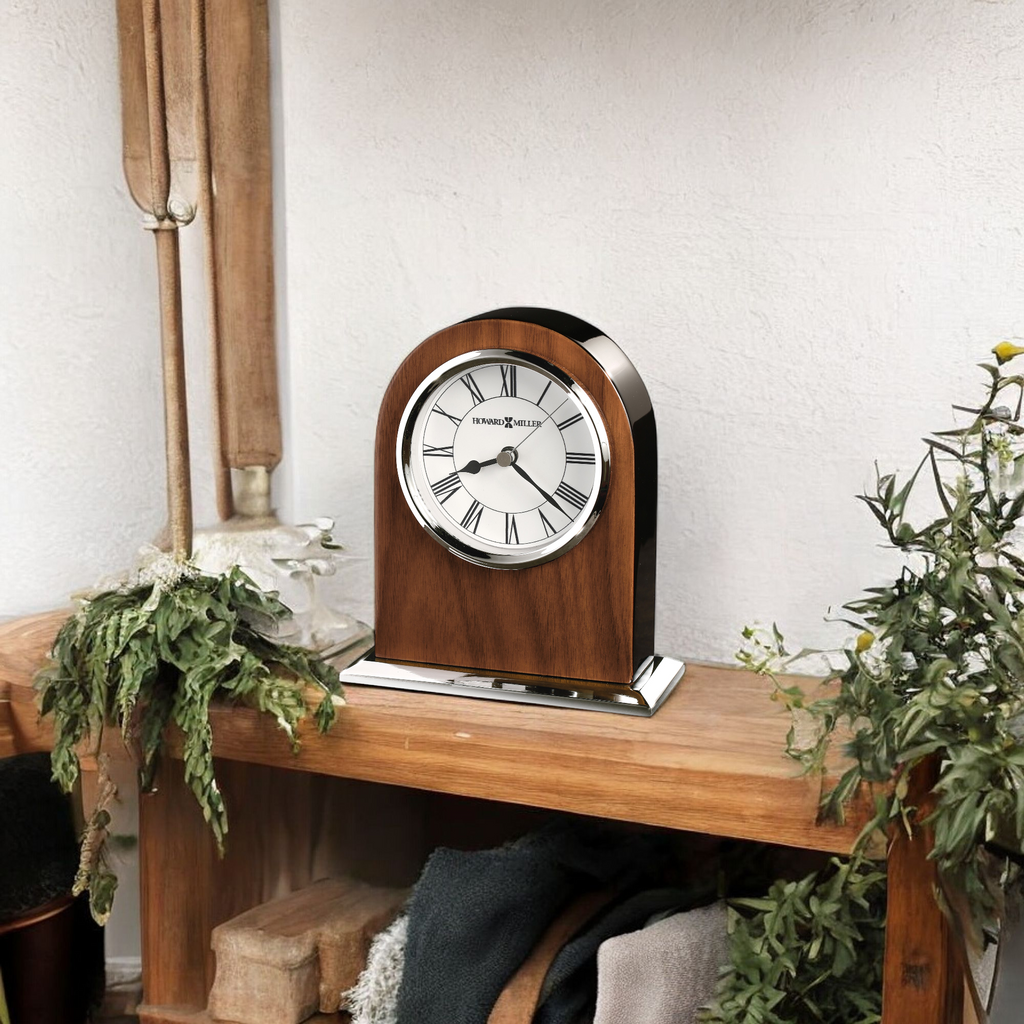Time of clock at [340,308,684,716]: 8:21
